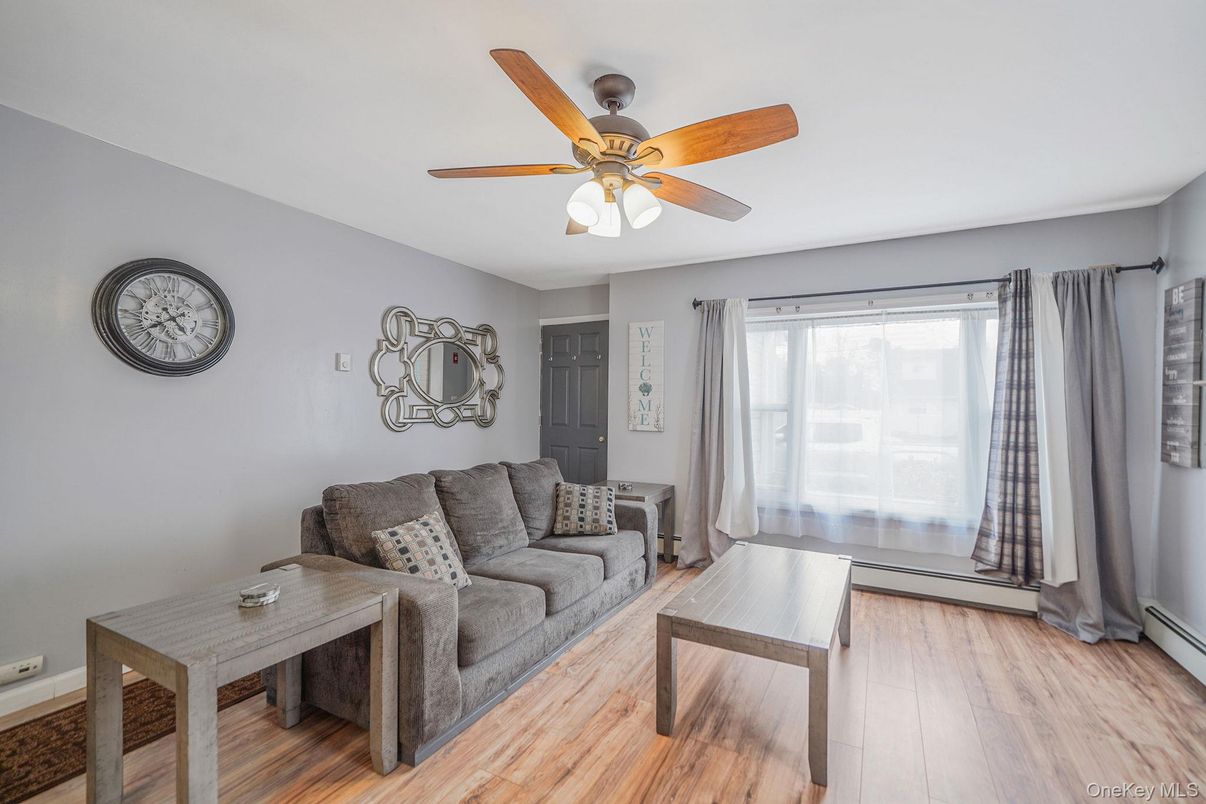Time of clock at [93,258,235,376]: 4:38
